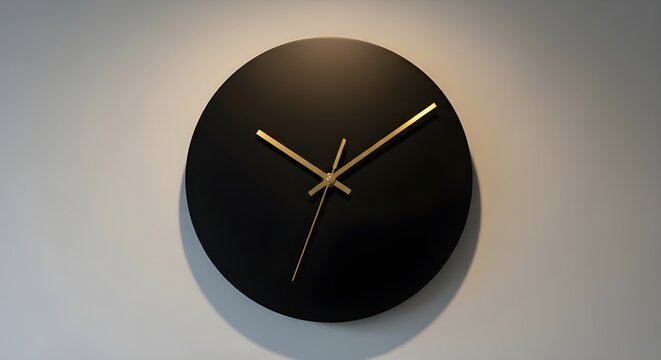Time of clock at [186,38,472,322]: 10:08
